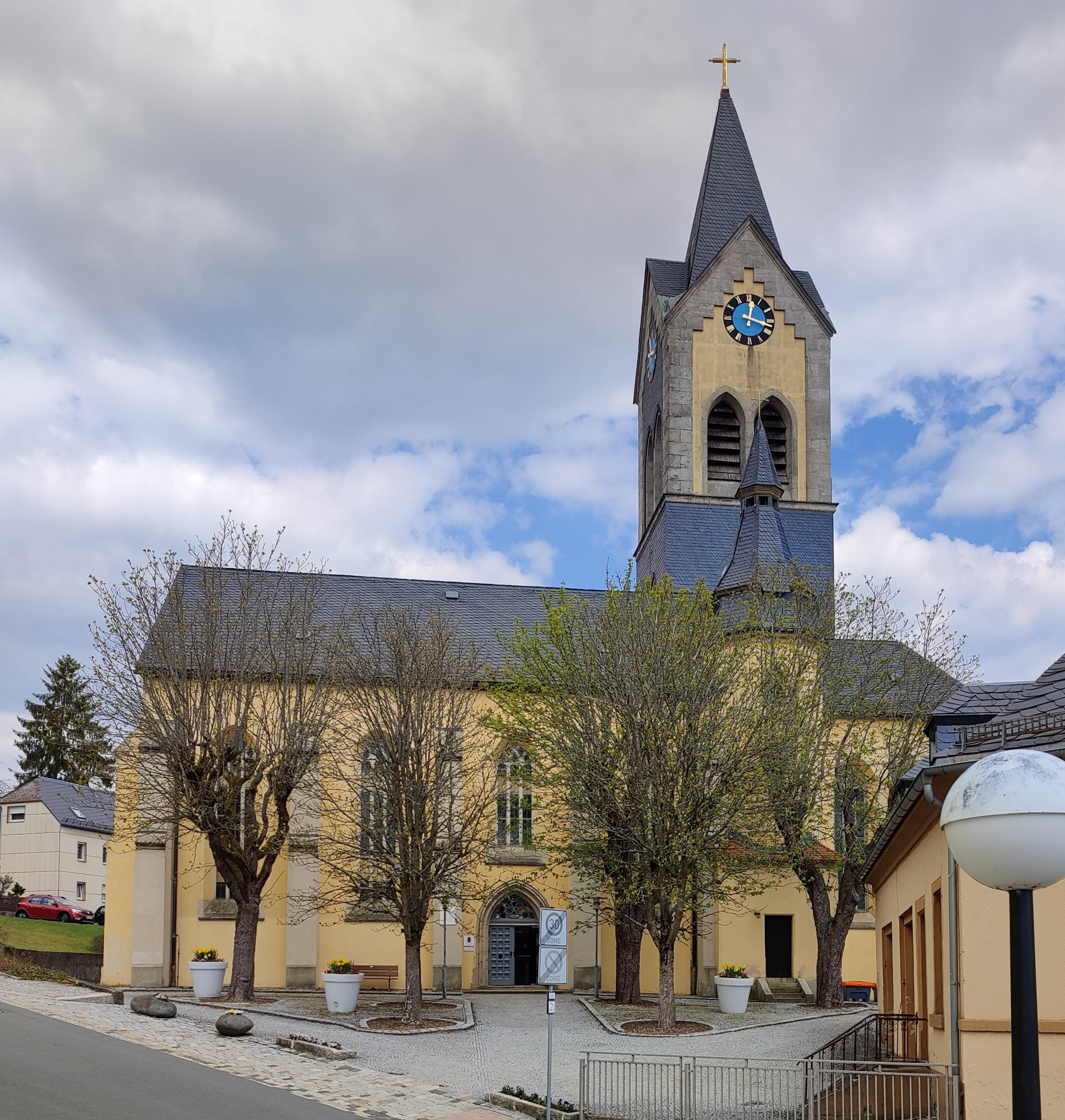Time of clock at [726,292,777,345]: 12:17
